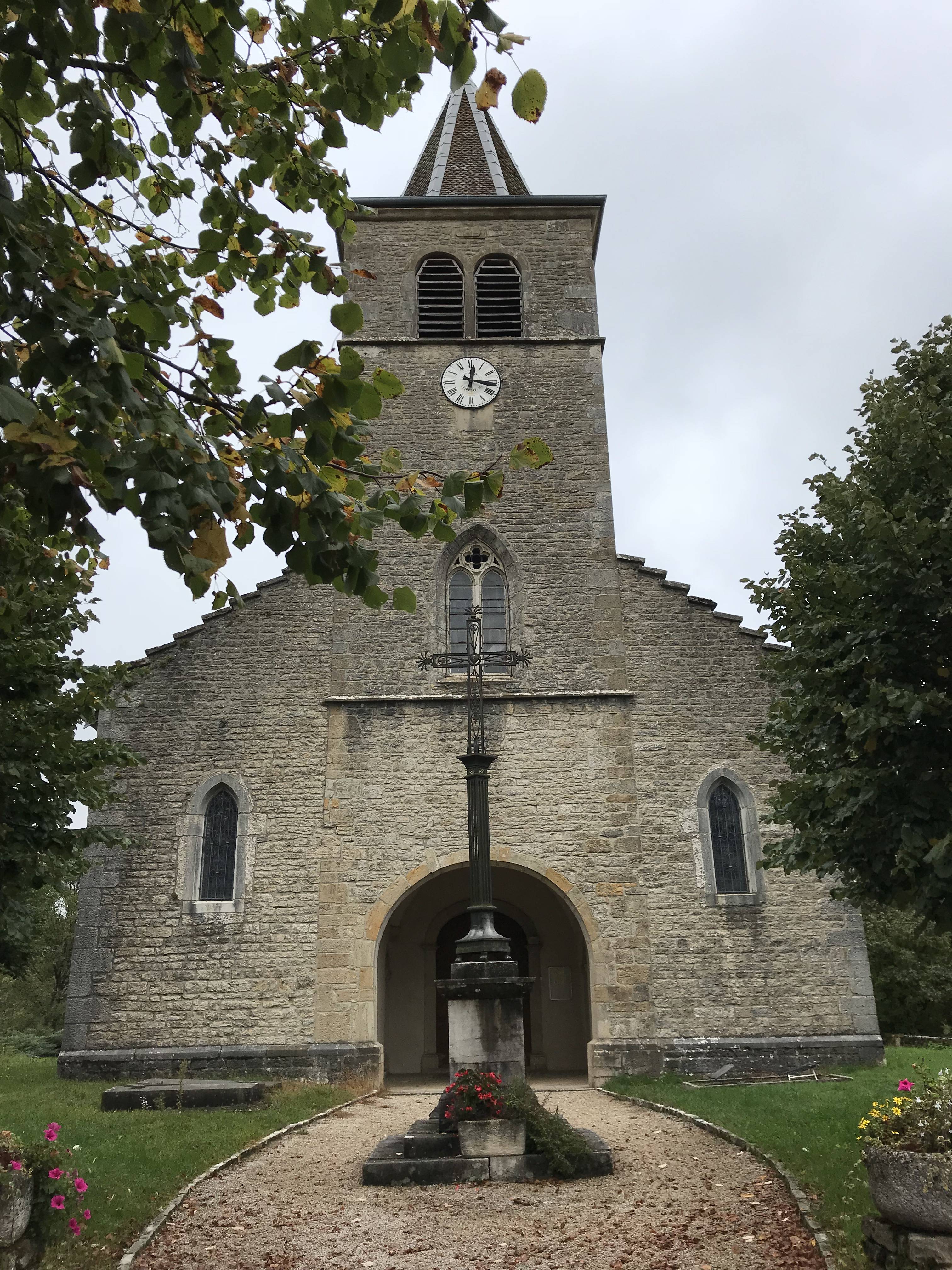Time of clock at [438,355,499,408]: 12:16
